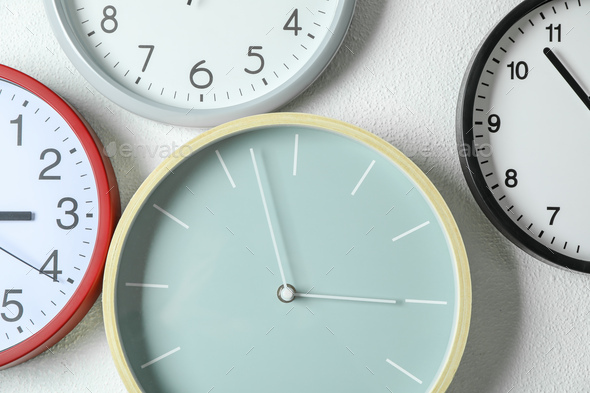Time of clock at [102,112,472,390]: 2:57
